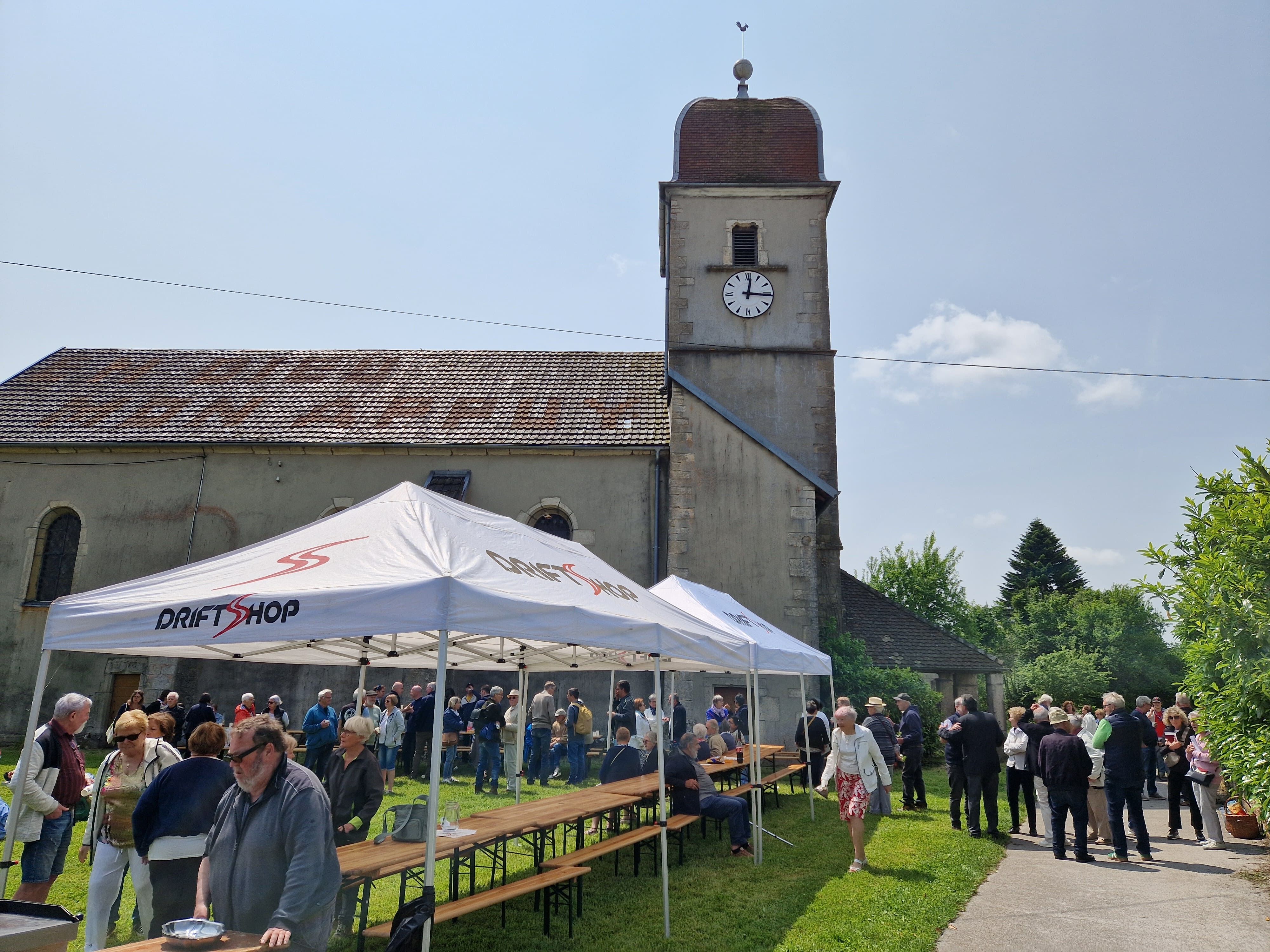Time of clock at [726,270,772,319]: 12:15
